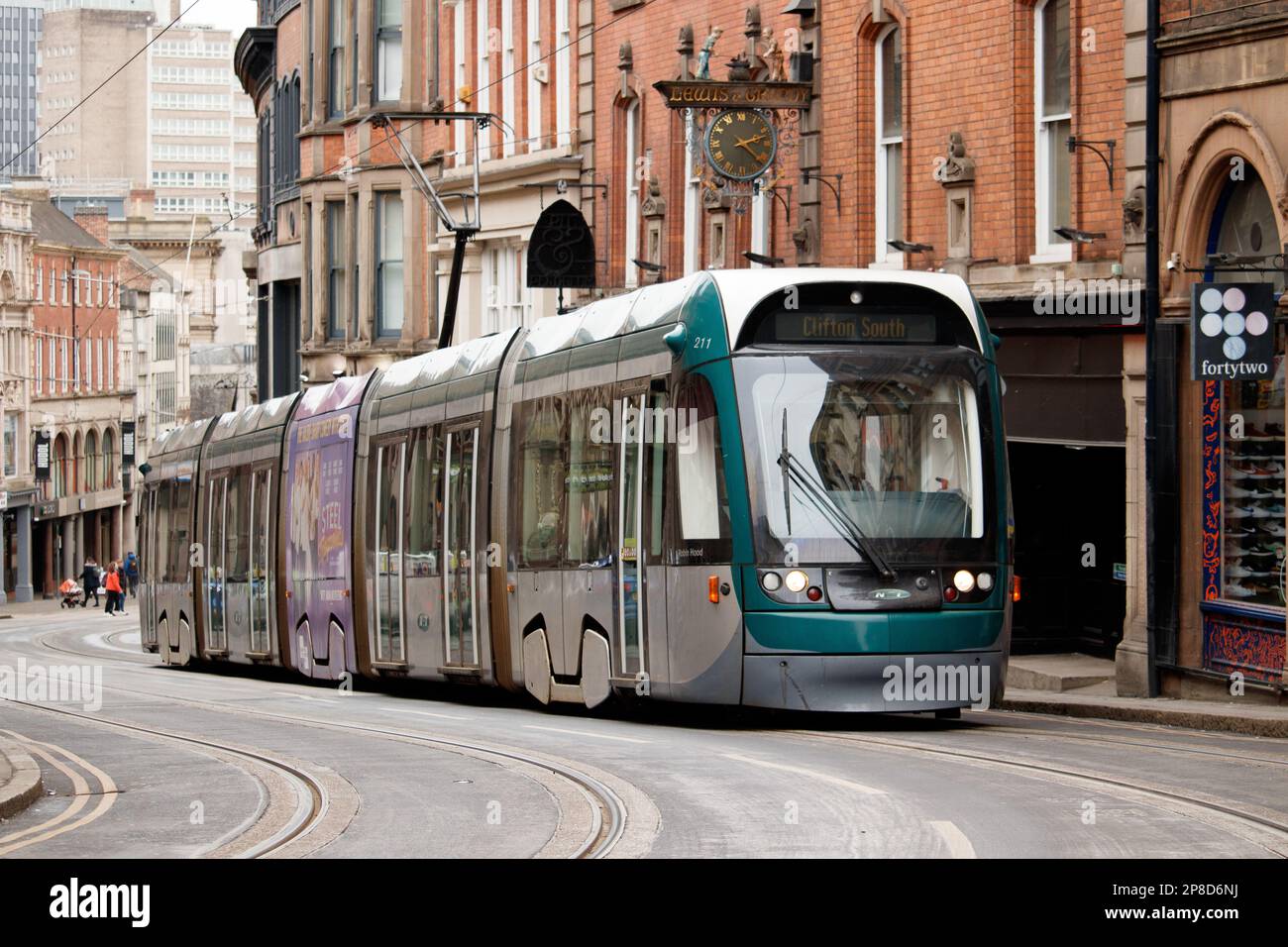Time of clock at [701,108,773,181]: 2:22
